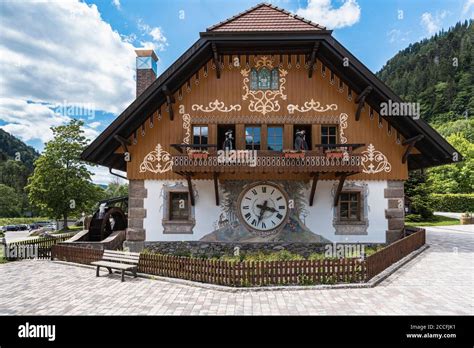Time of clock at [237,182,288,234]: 3:33
